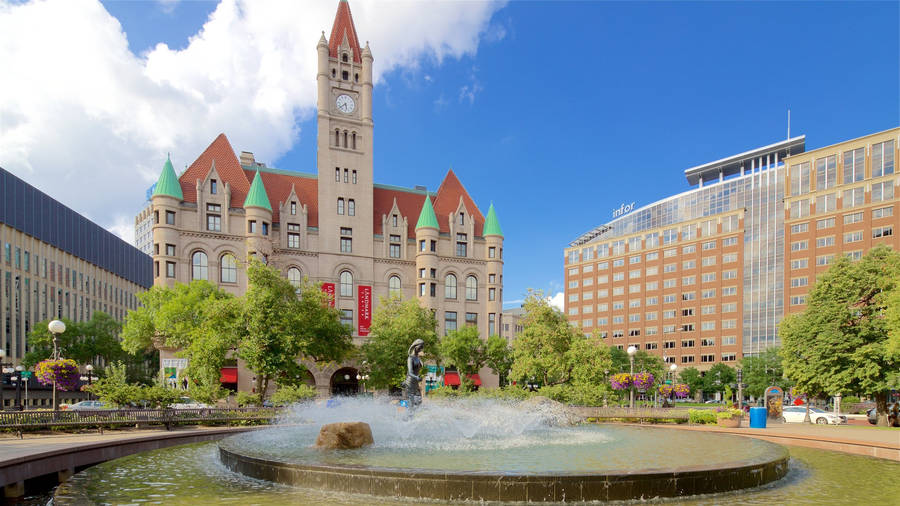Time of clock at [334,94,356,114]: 5:38
